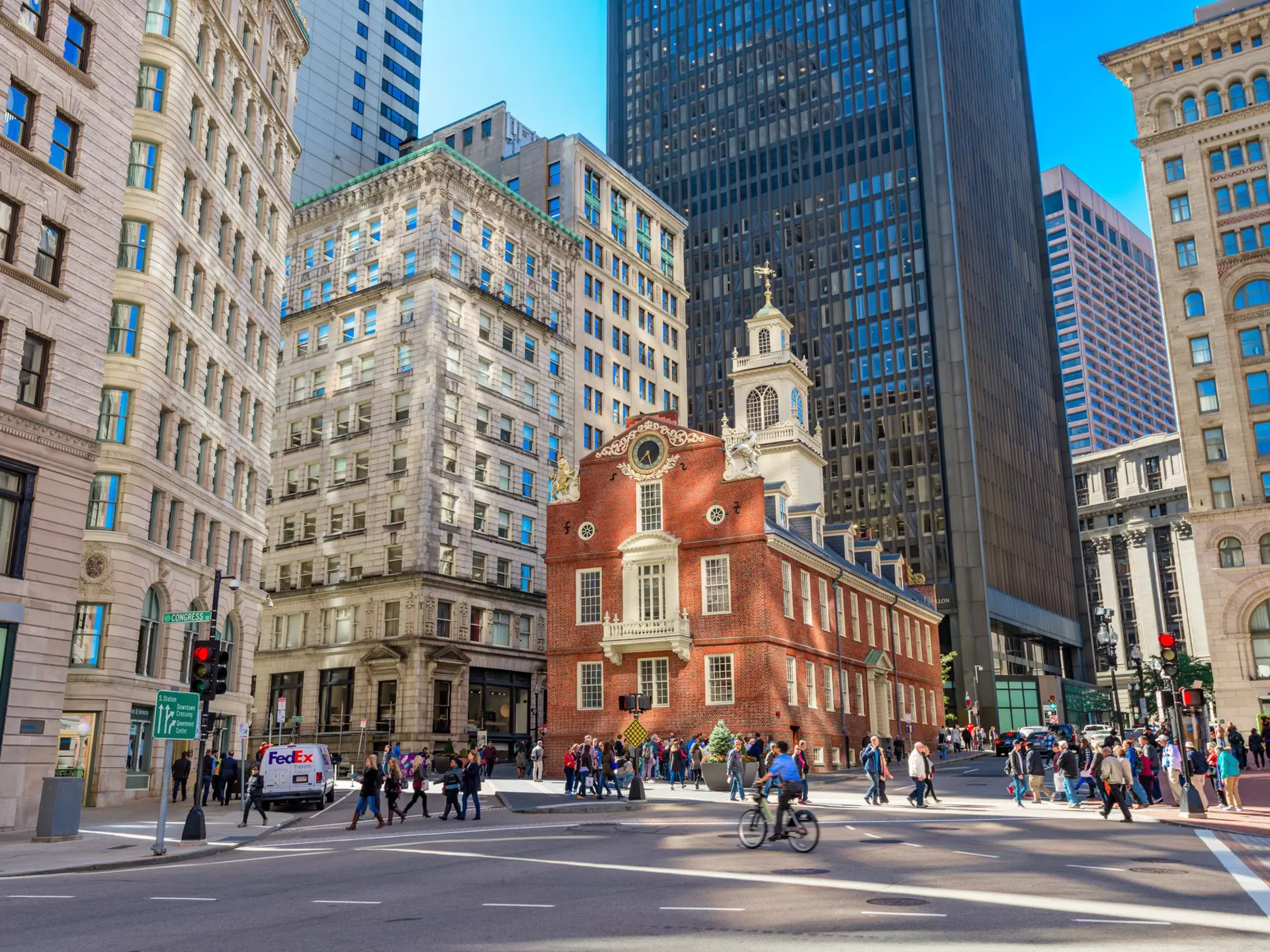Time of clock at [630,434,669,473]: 7:27
